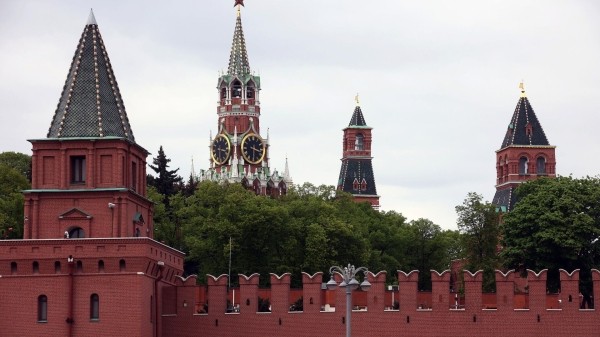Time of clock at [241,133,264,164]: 3:29
